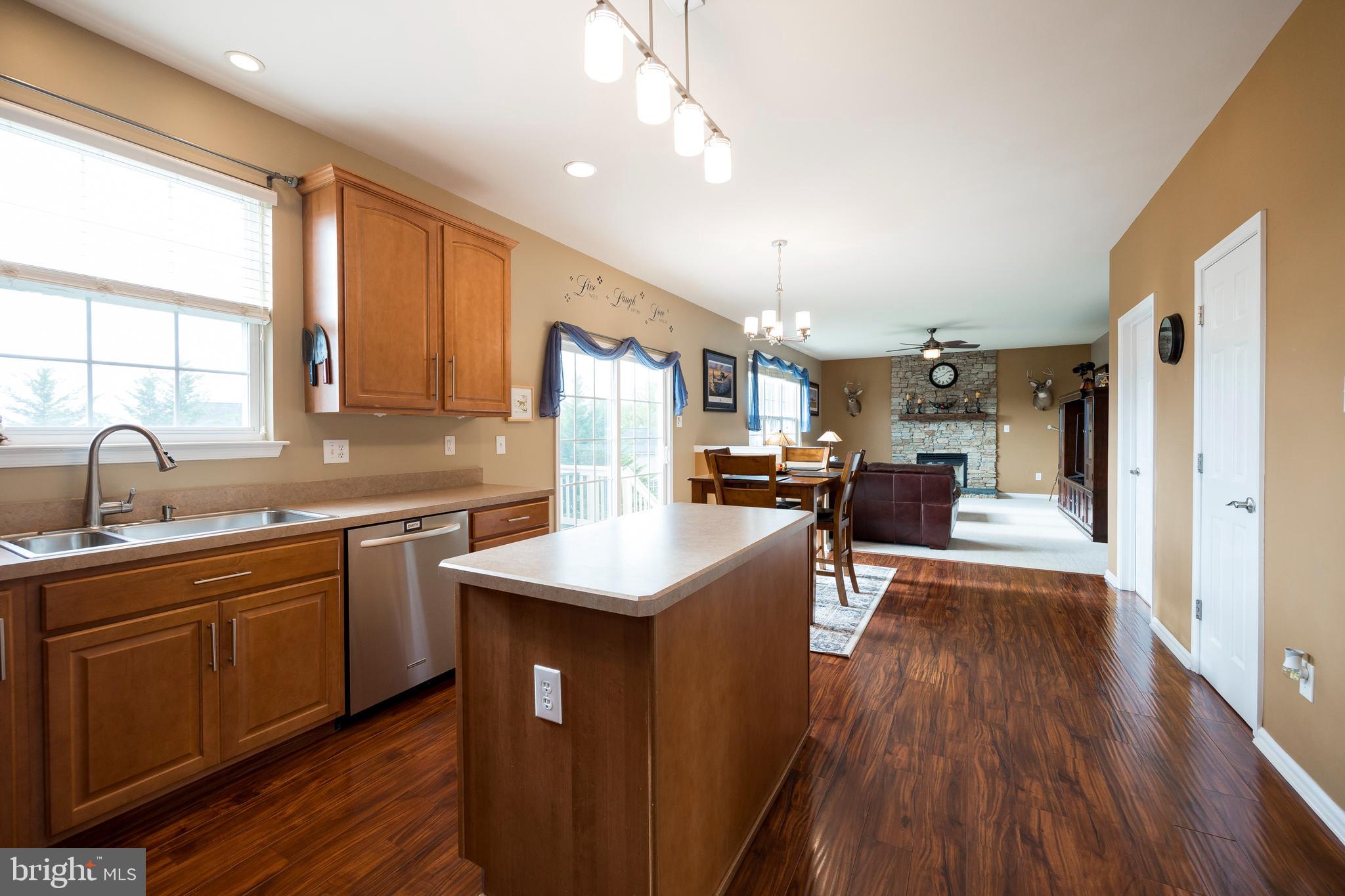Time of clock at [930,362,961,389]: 1:41
